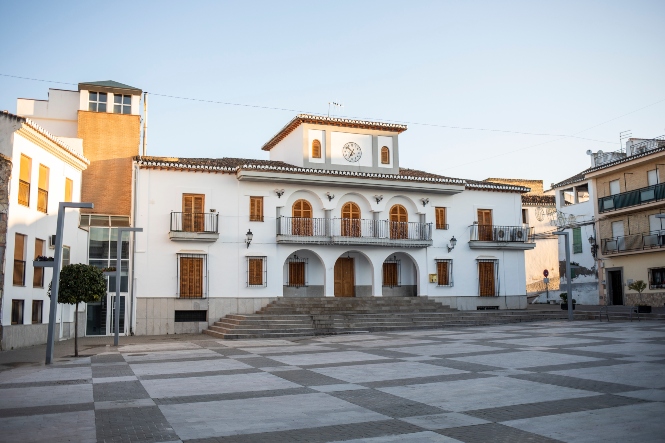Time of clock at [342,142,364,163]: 6:52
